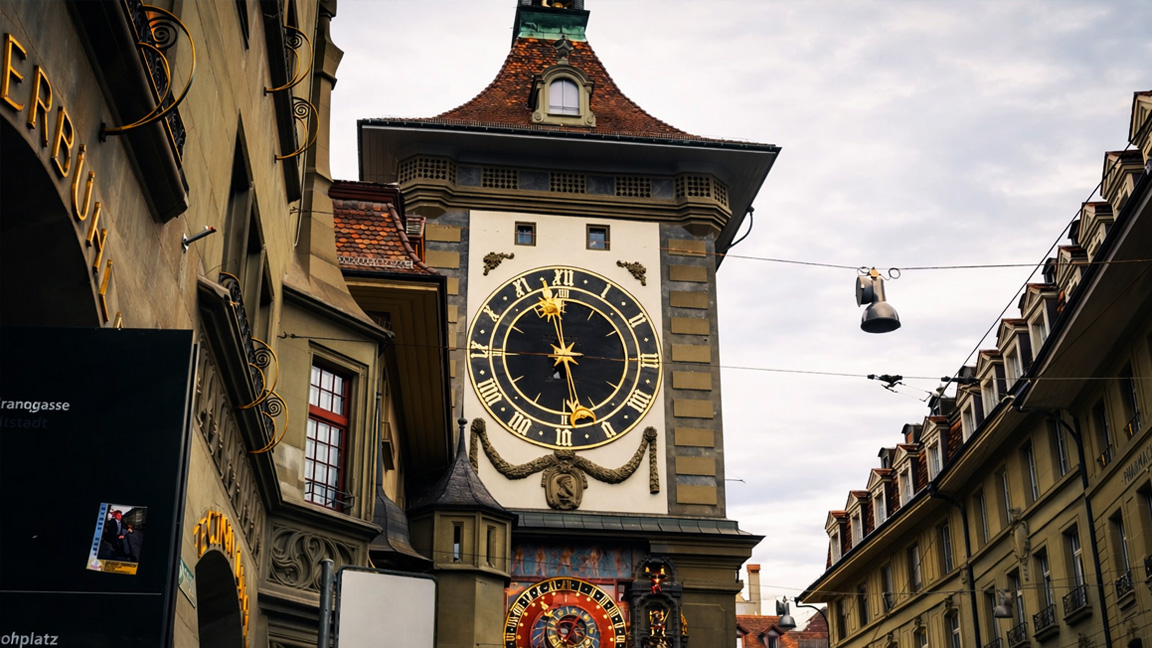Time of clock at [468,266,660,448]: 5:58
